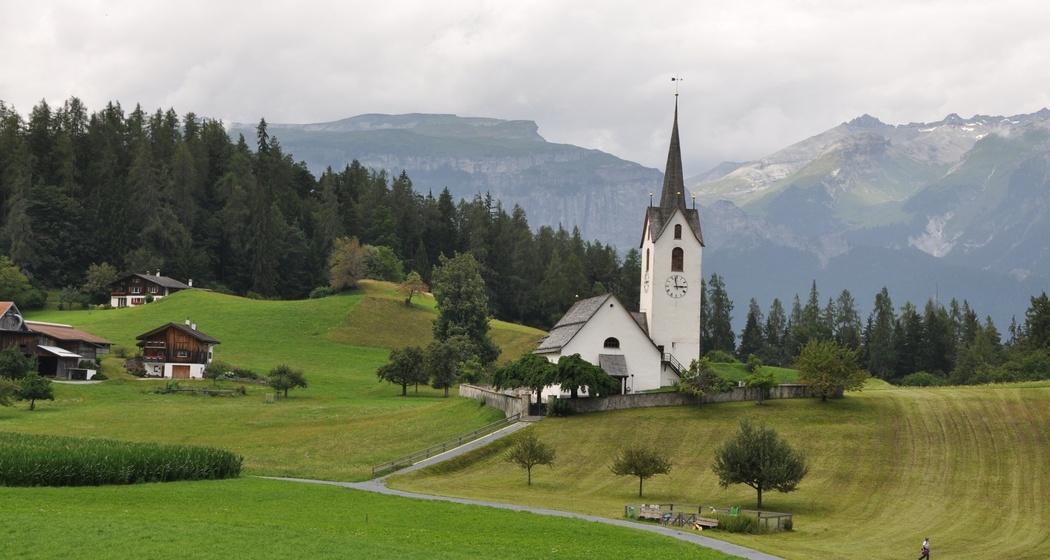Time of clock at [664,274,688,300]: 2:58
